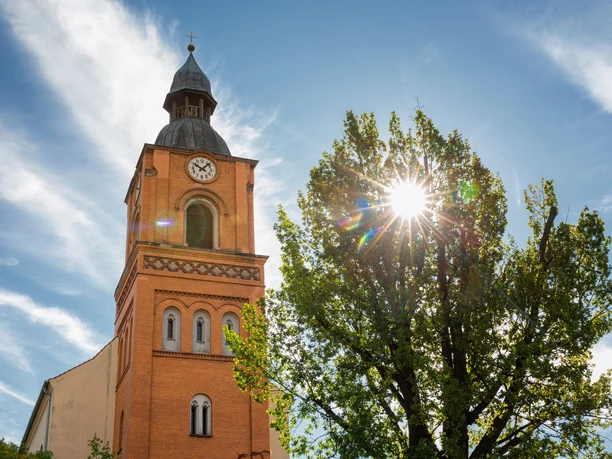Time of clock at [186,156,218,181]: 10:07
